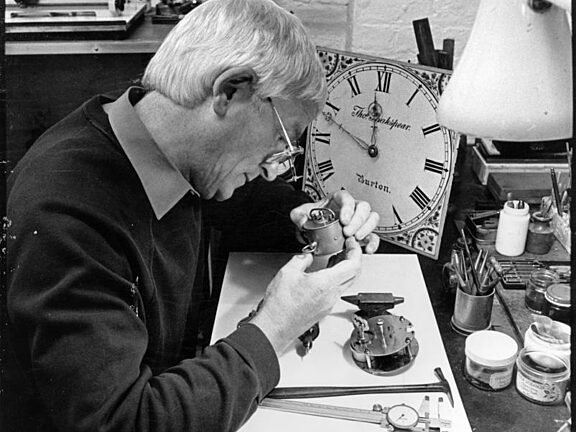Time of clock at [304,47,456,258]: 11:48
